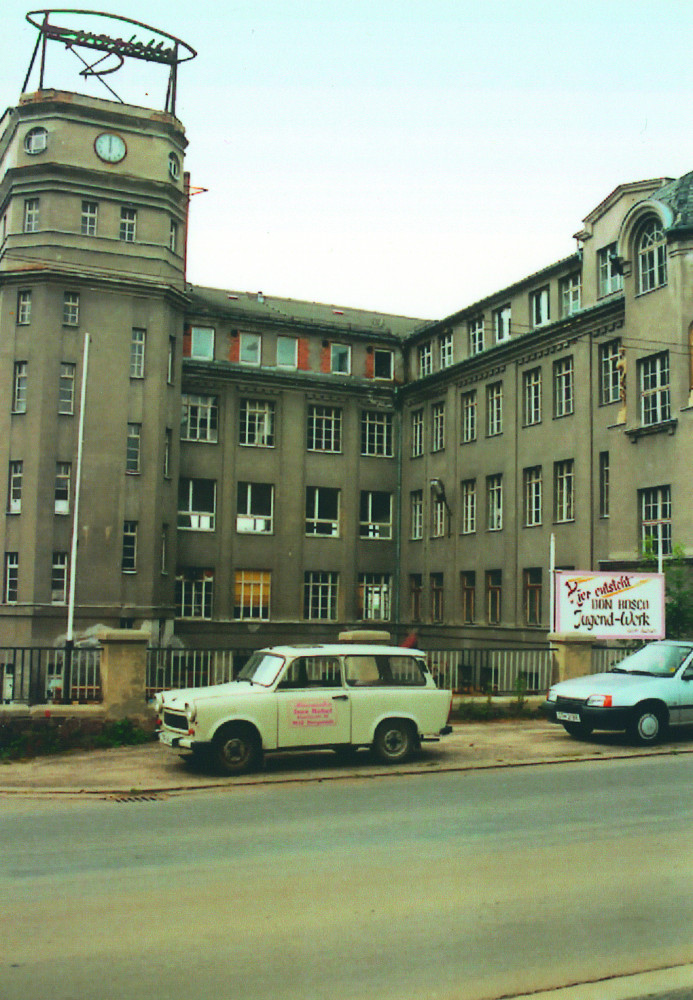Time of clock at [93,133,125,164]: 5:59
